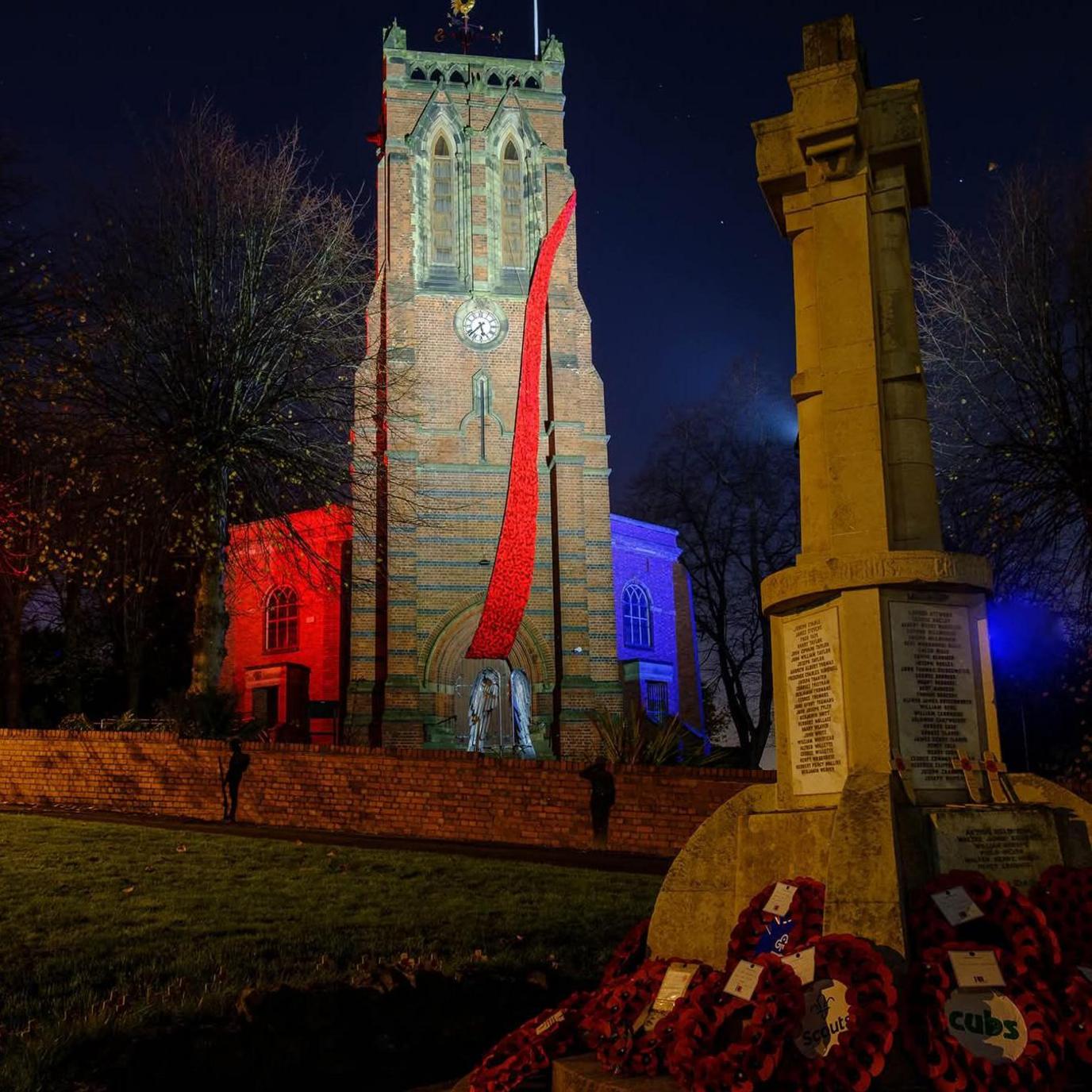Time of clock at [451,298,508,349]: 5:38
